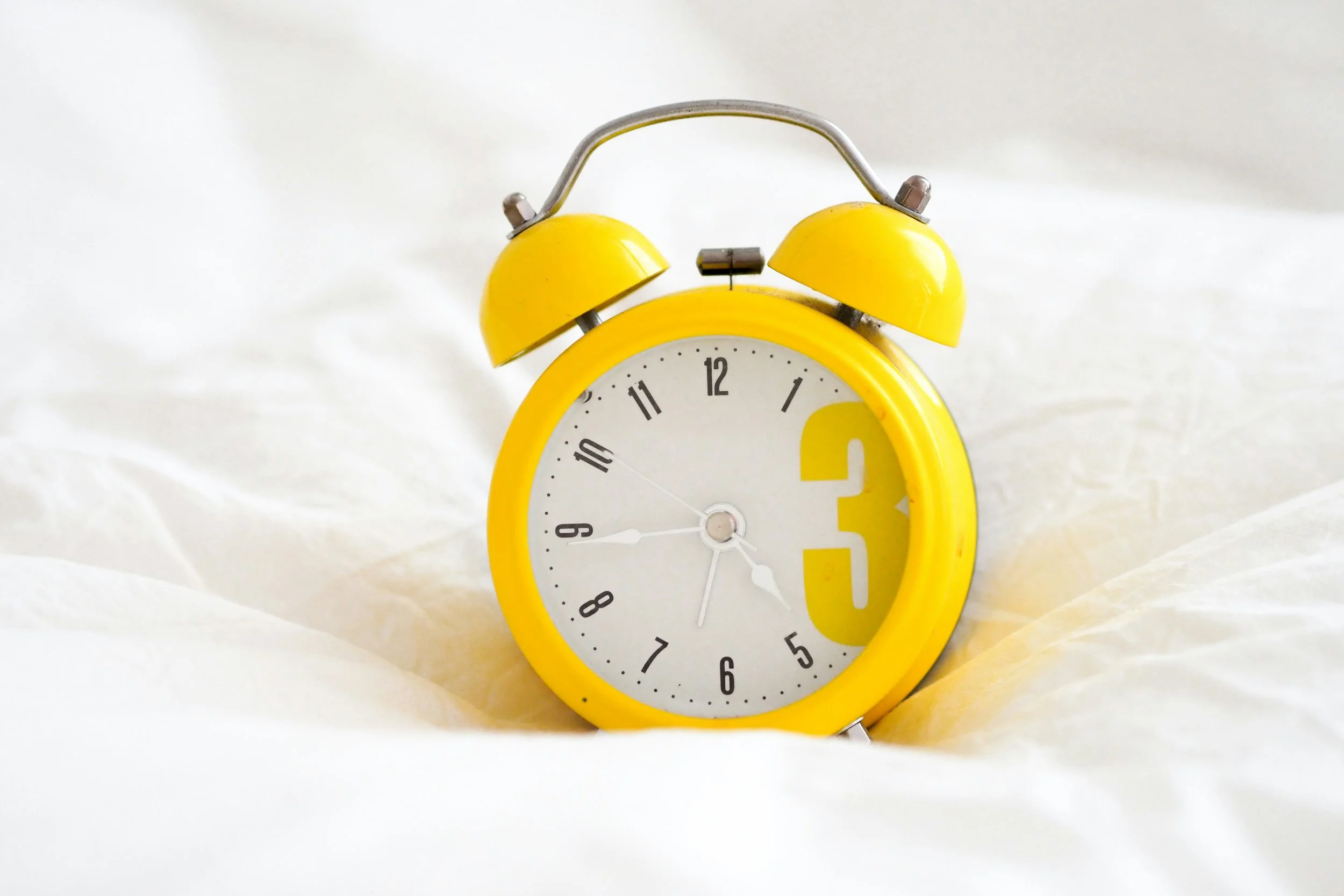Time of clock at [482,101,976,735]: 4:44
